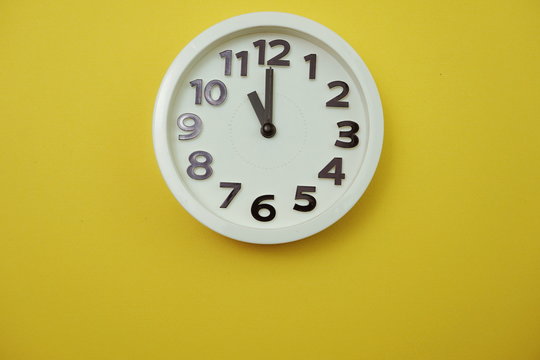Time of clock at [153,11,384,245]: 10:59
